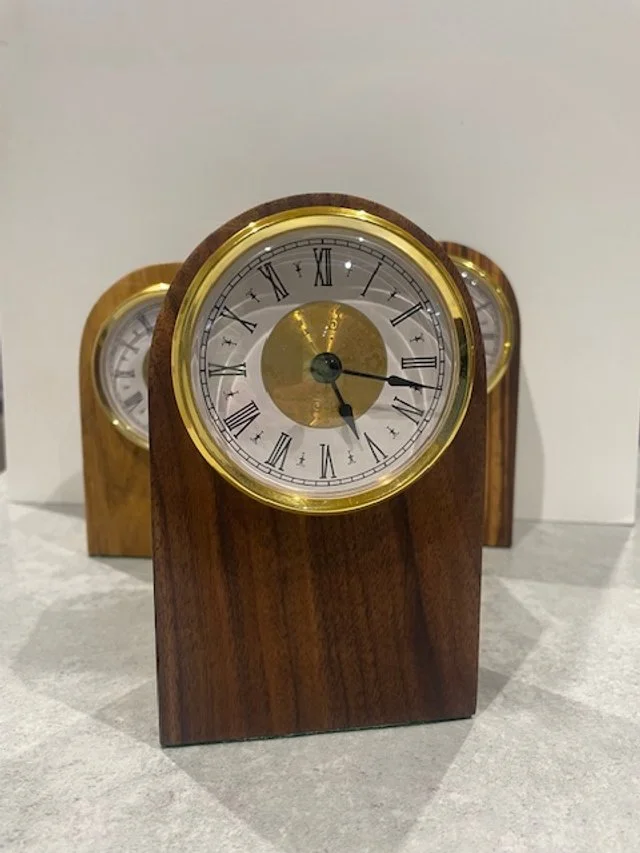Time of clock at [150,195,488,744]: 5:17
